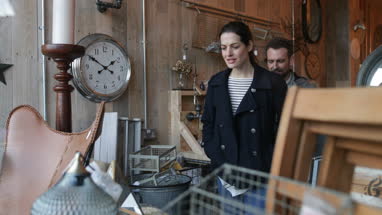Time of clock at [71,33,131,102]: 1:50
